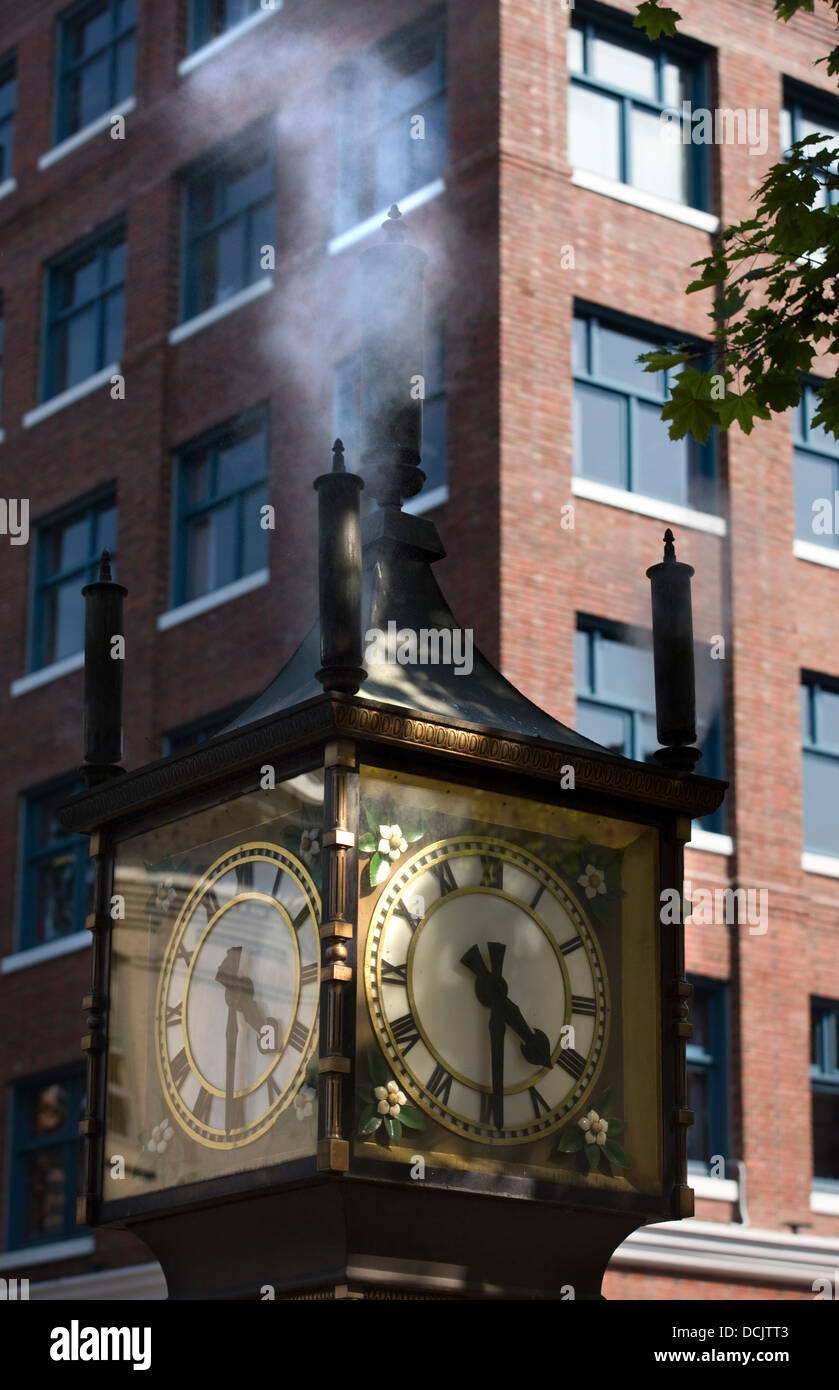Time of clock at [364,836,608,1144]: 4:29
